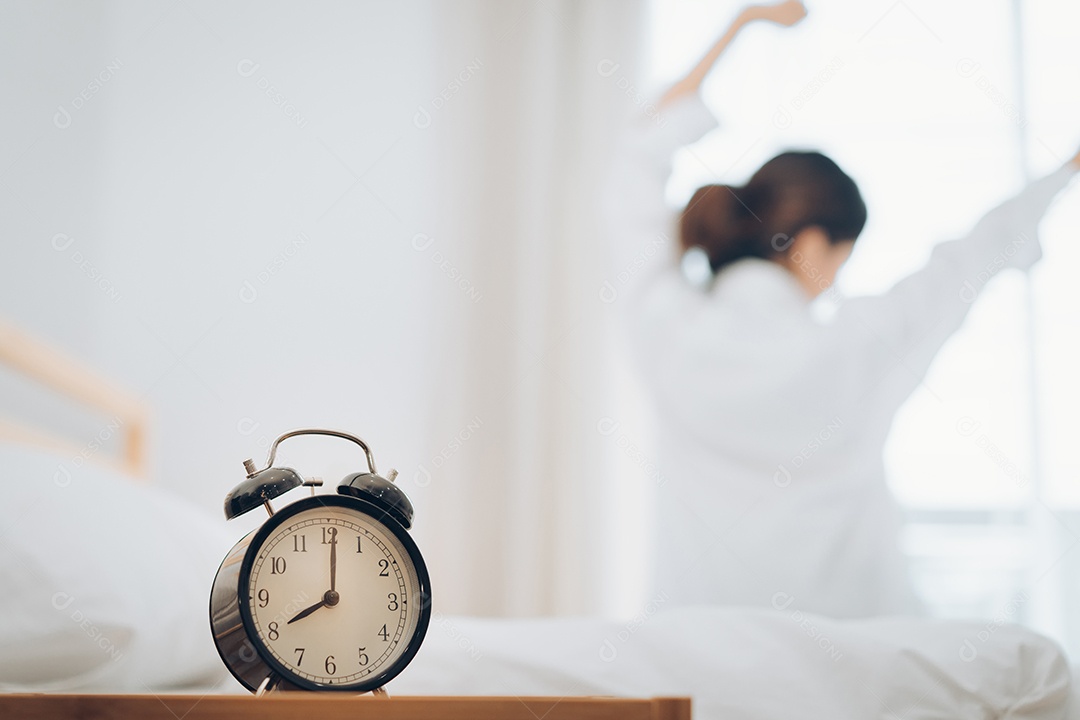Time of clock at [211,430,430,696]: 8:00
